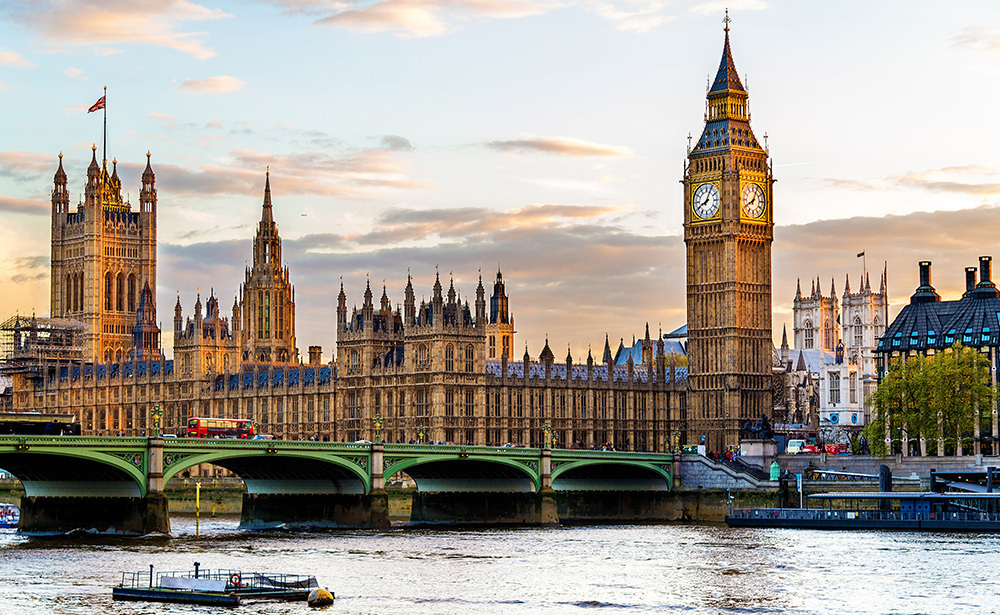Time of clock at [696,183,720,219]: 8:04
